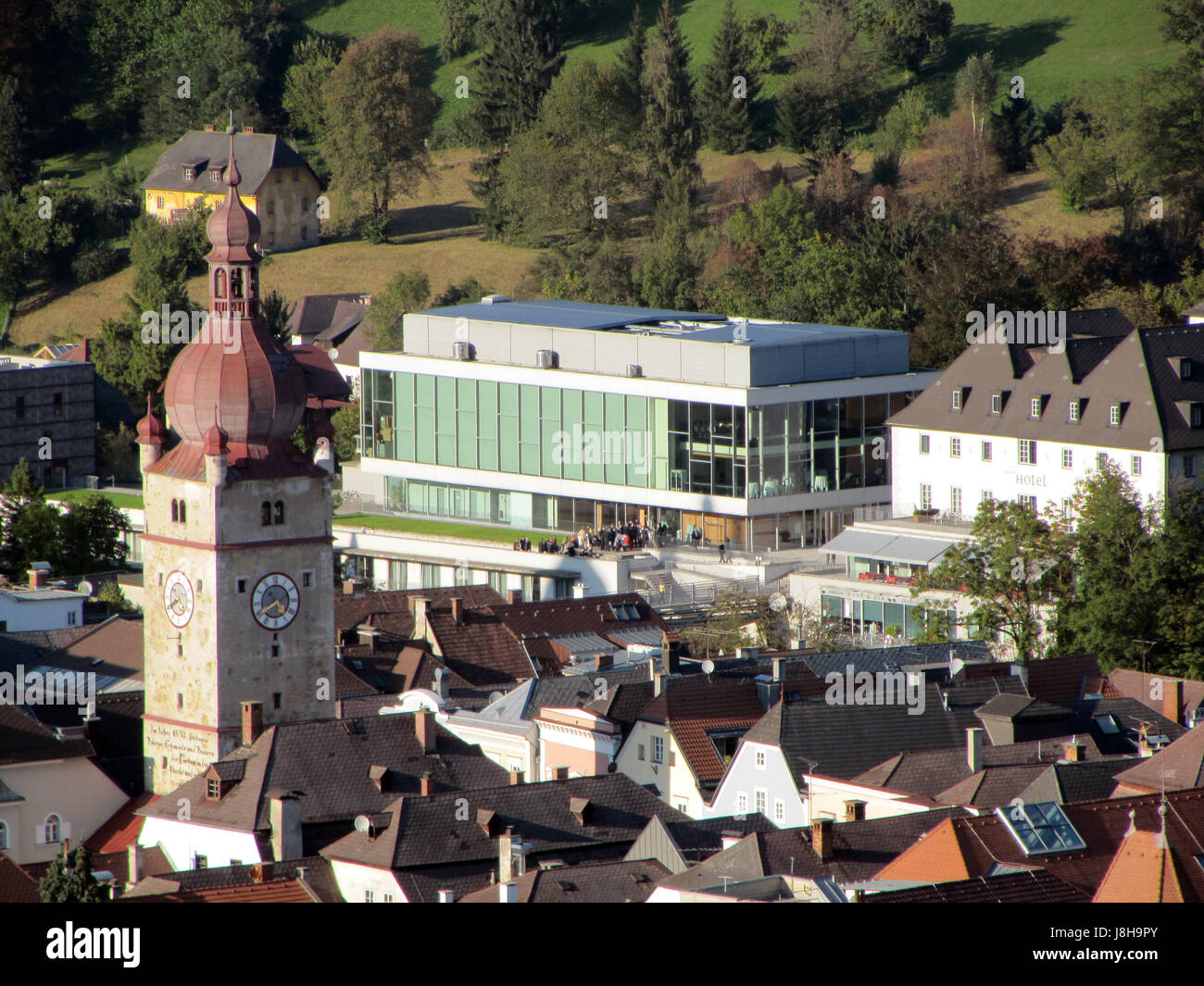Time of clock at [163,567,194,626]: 4:40
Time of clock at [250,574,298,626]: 4:40
